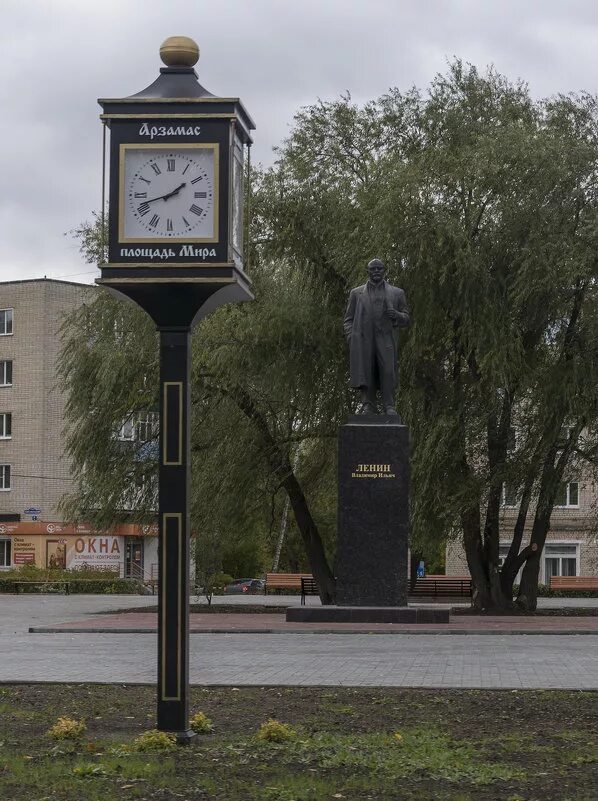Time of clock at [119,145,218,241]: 1:42
